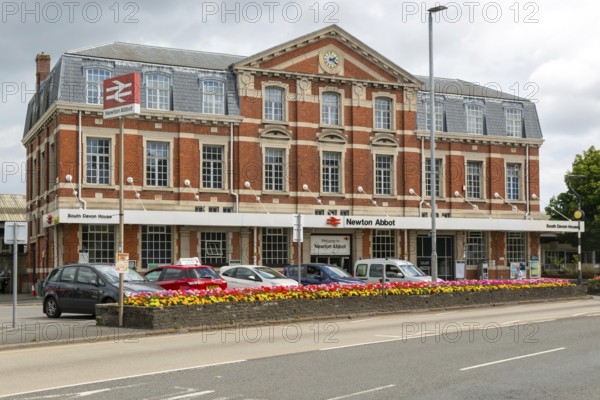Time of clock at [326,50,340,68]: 2:21
